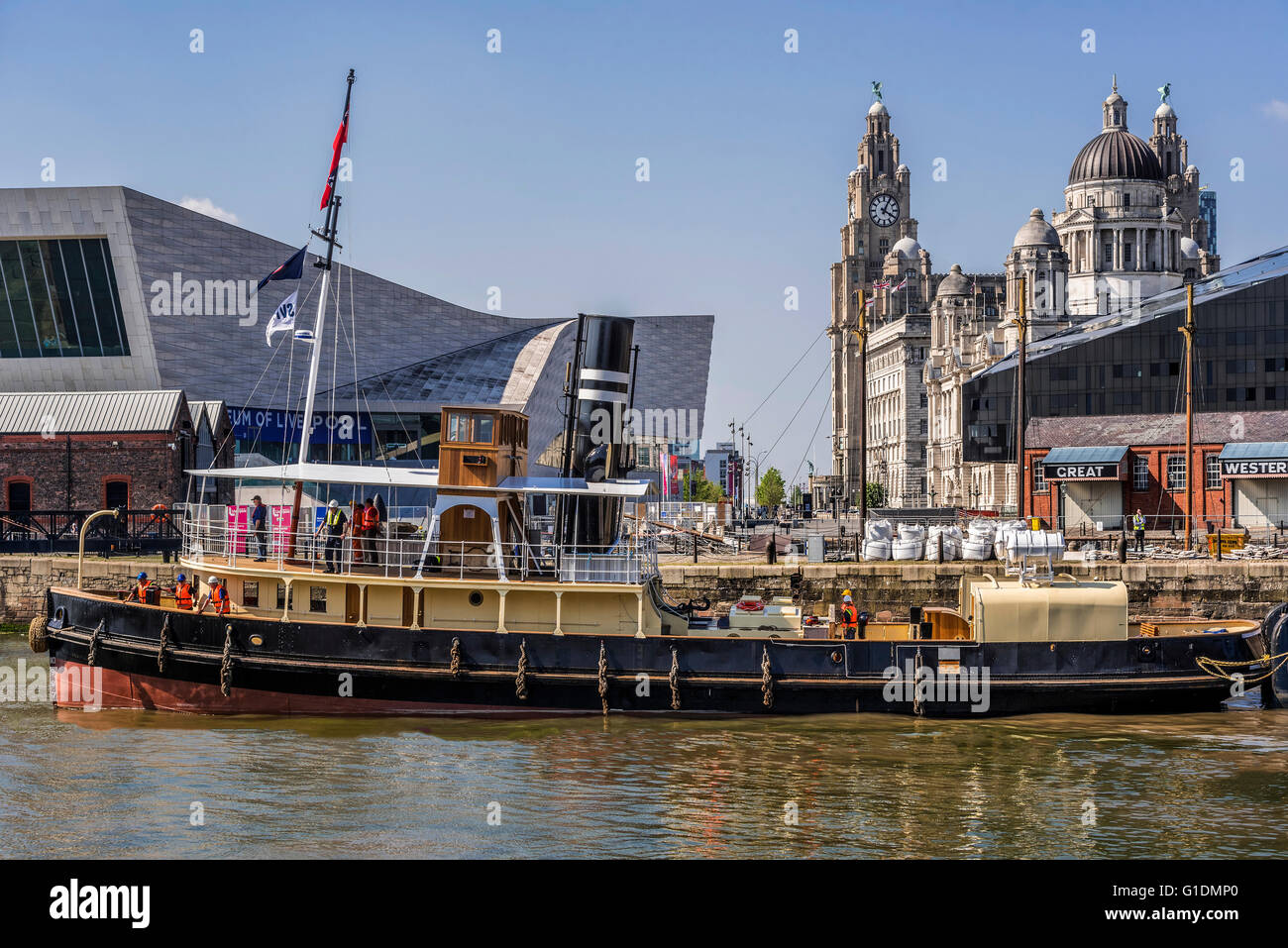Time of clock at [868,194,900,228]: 4:04
